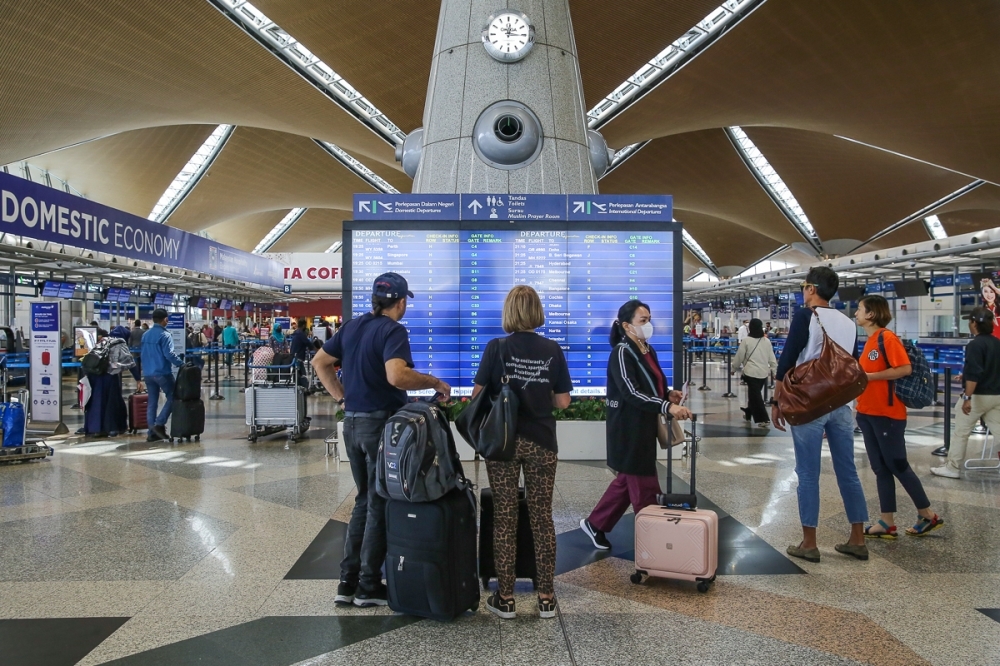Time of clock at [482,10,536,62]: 12:15
